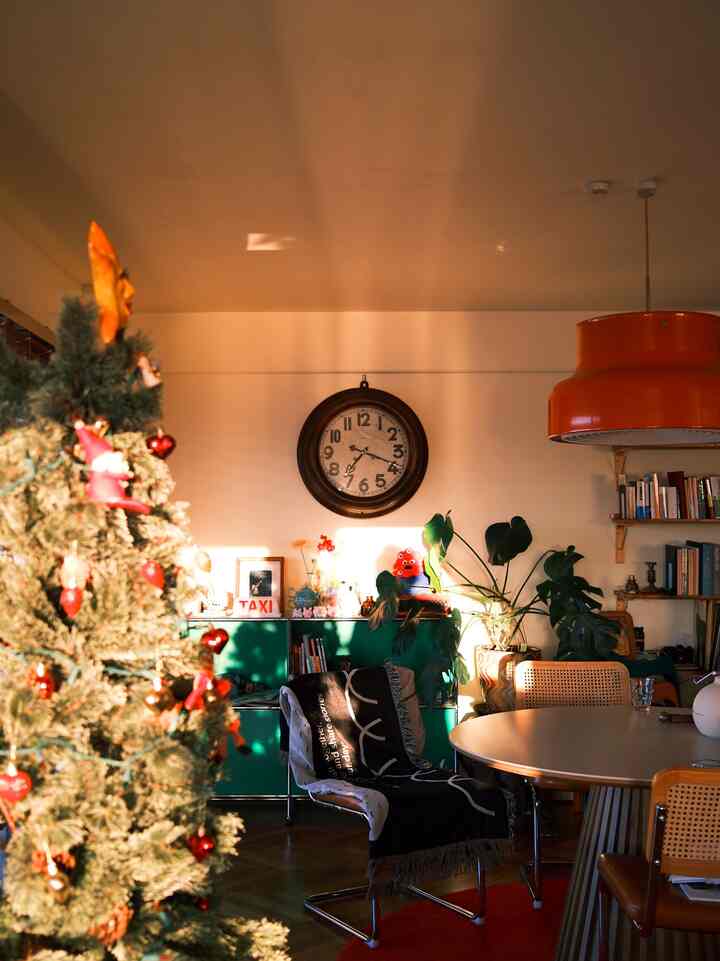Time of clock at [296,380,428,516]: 7:18
